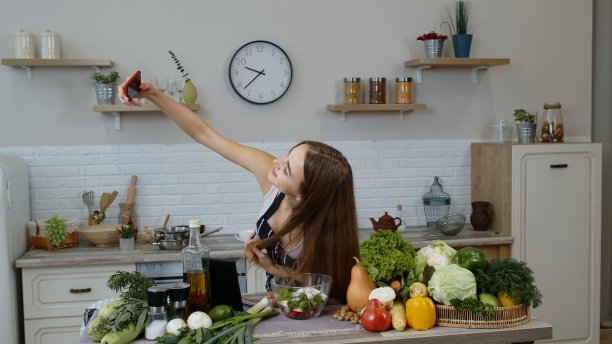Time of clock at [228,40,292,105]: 9:37
